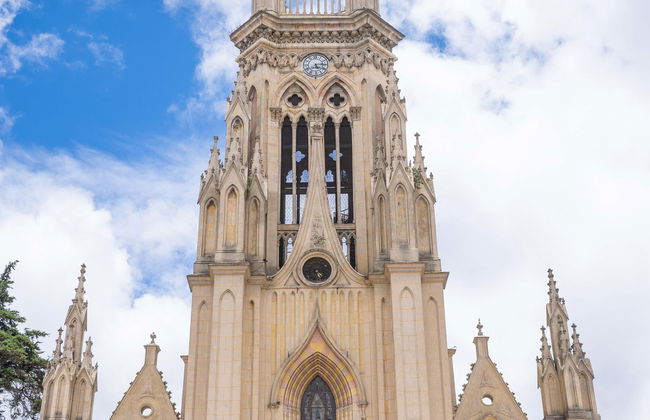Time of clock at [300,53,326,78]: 5:14
